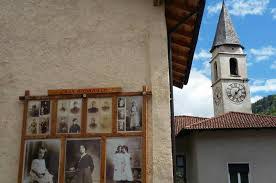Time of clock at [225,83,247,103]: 7:07
